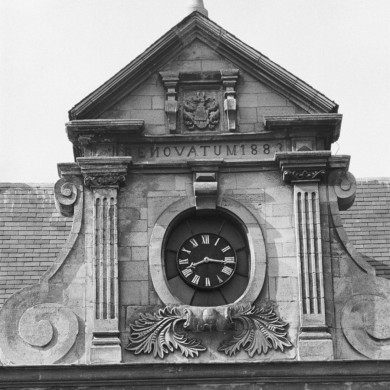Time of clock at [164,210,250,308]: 8:16
